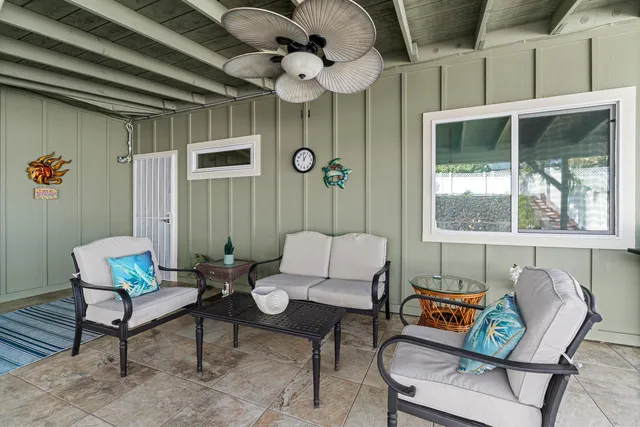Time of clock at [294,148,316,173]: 12:58
